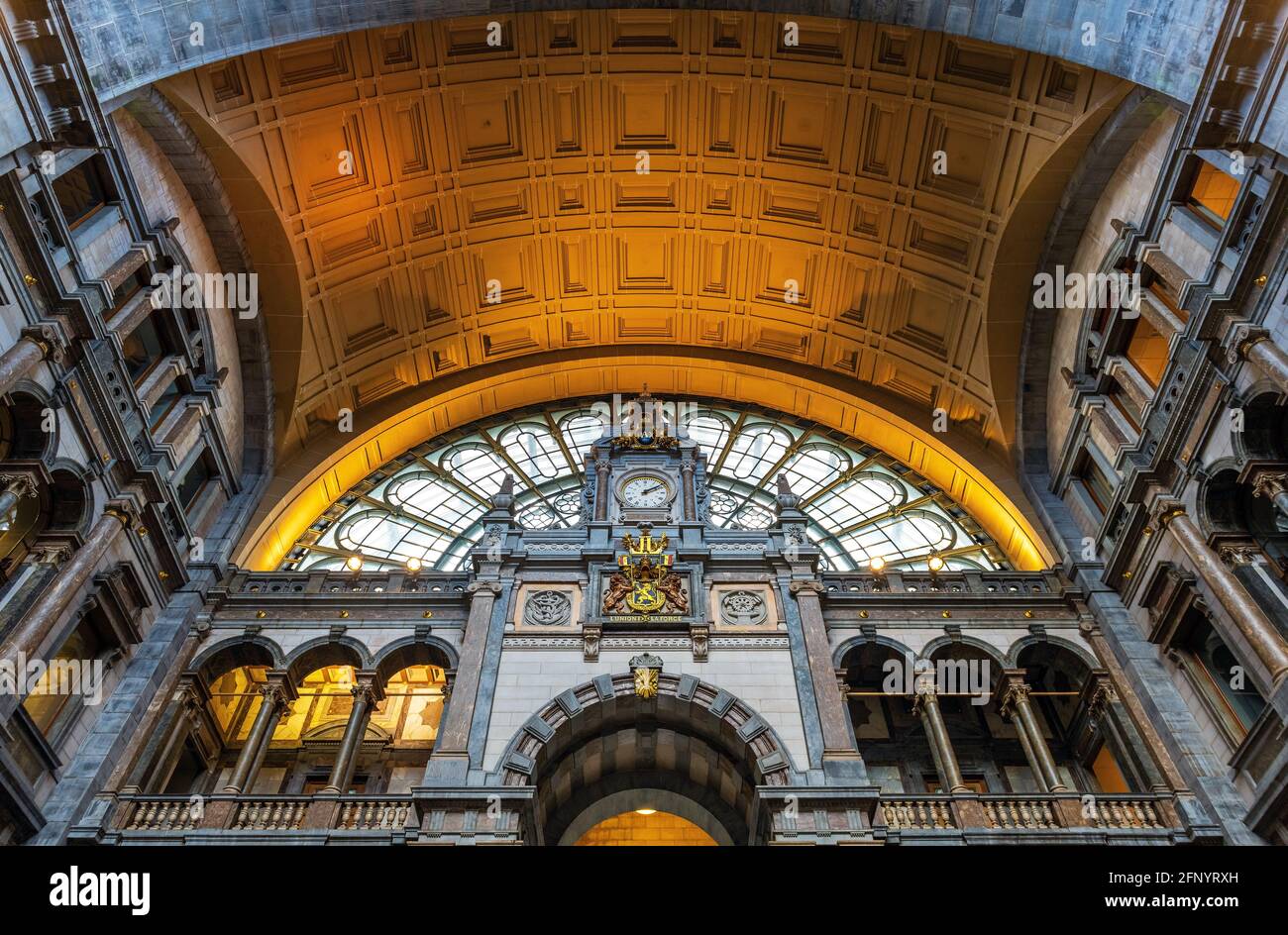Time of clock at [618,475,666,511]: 2:09
